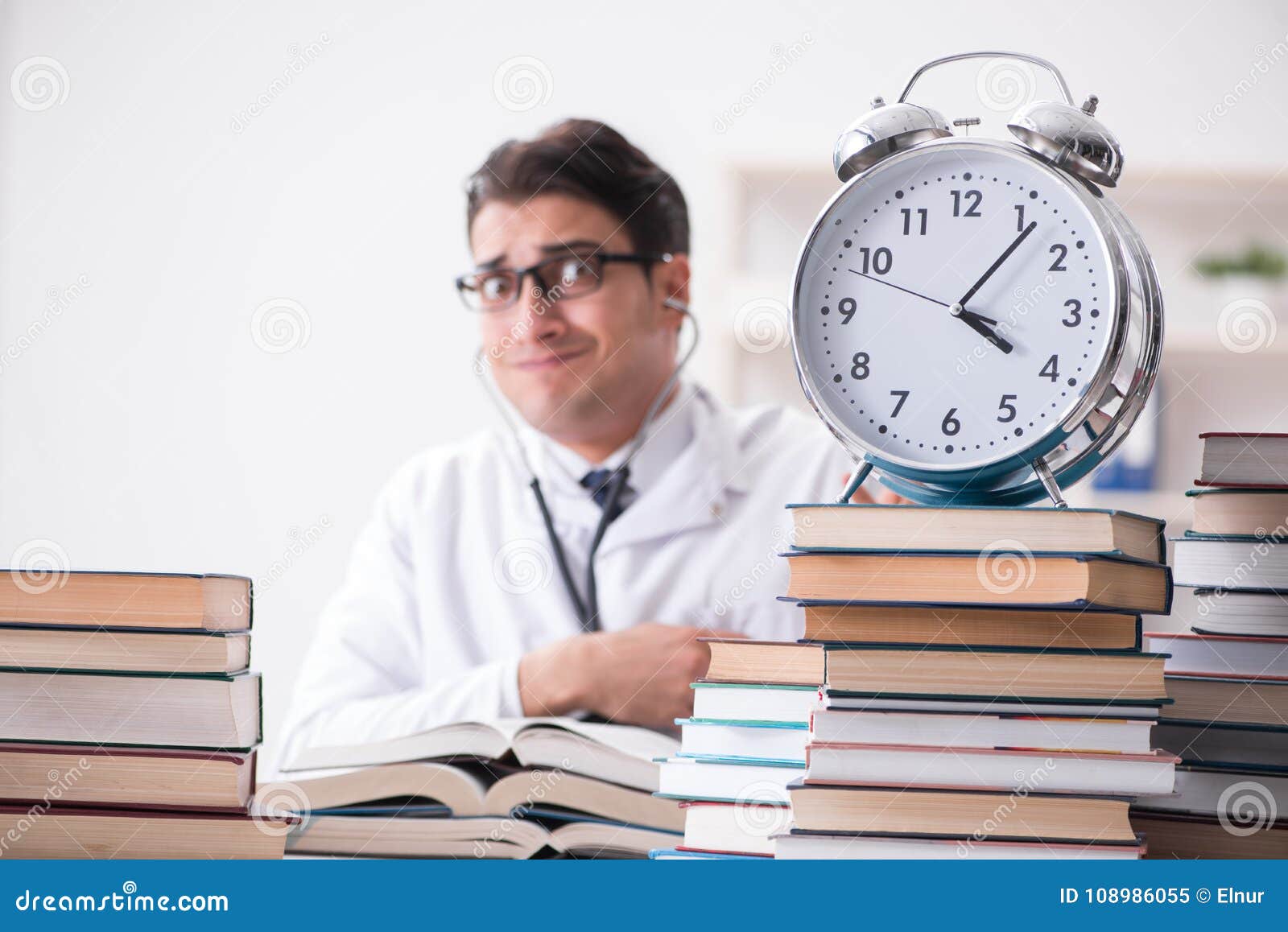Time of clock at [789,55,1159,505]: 4:06
